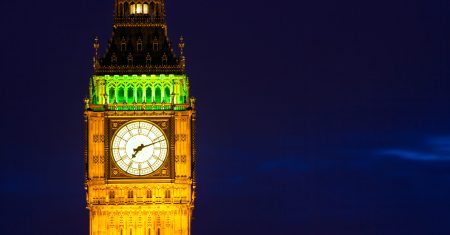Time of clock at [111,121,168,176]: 7:11
